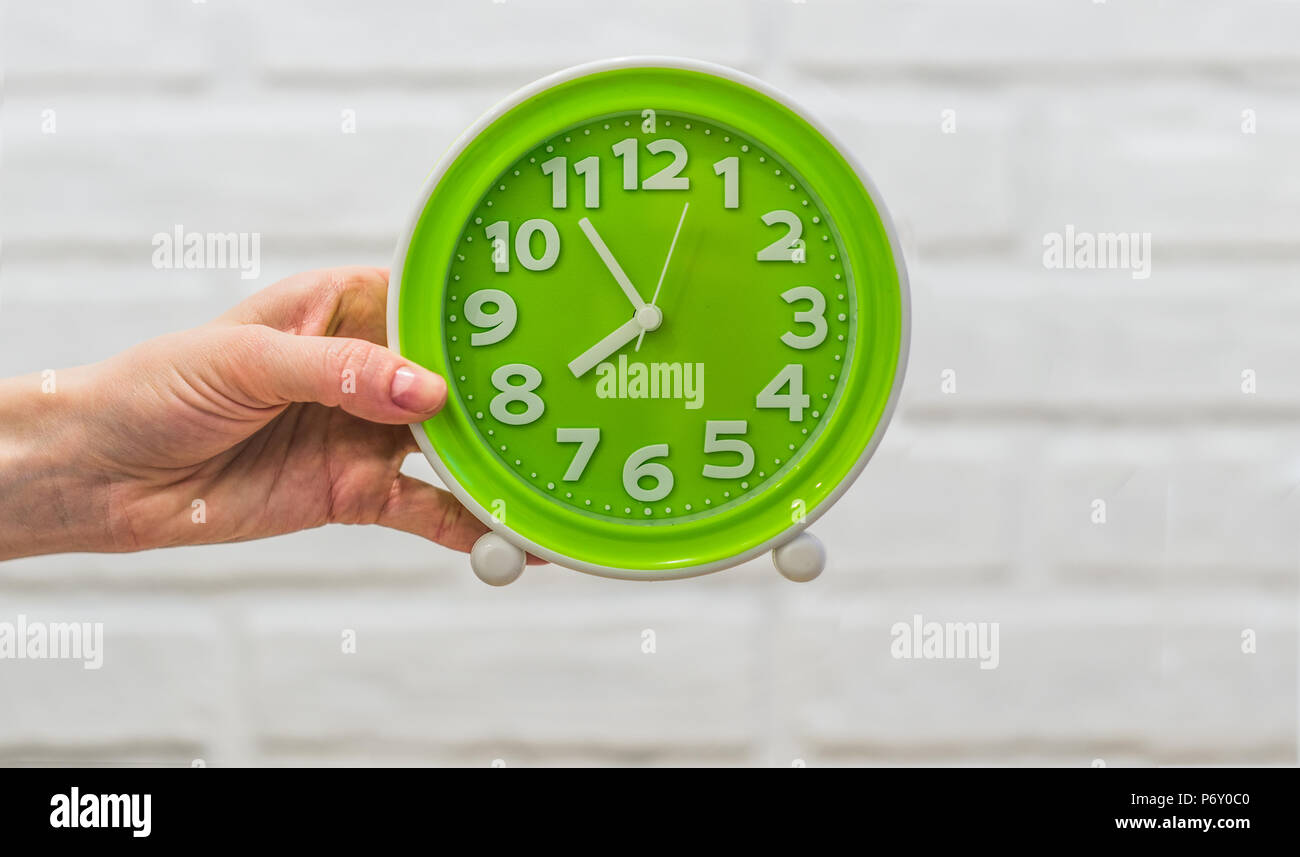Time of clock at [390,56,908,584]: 7:54
